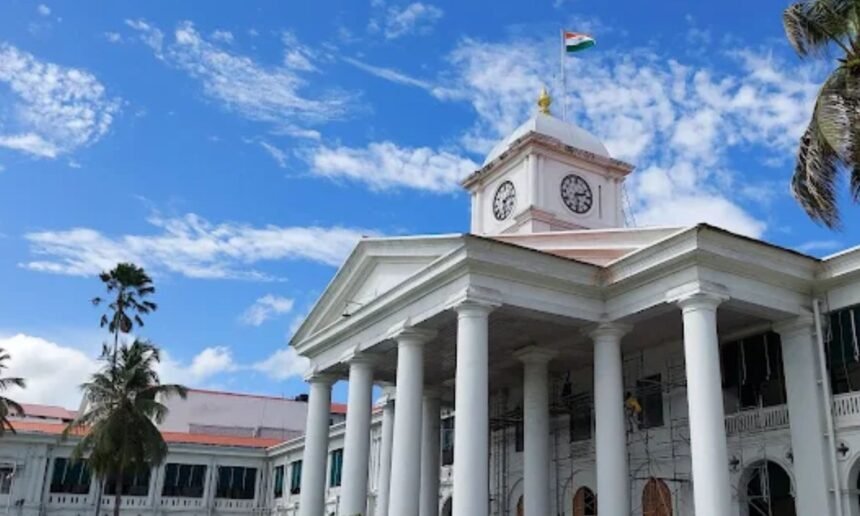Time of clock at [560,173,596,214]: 2:29
